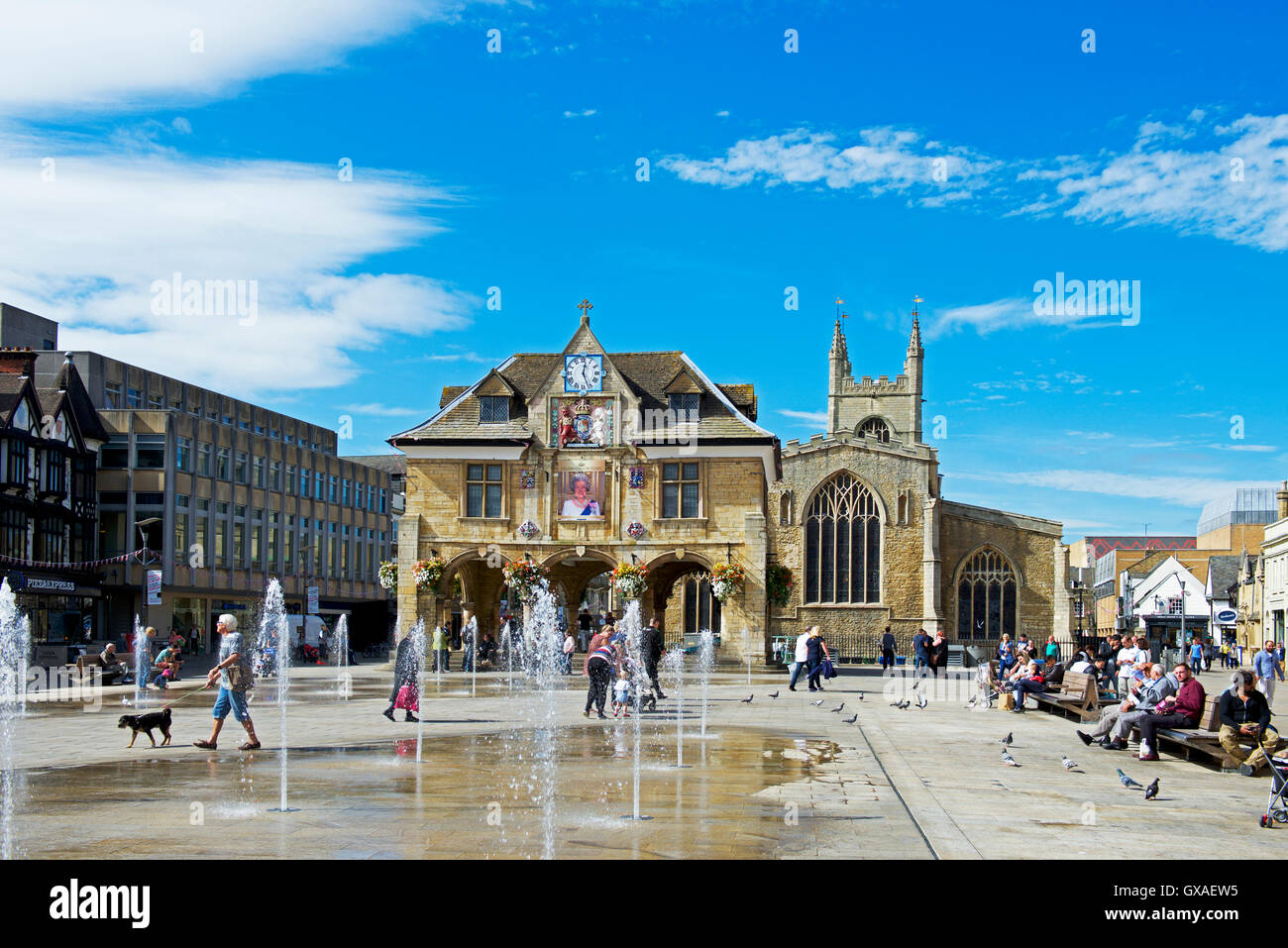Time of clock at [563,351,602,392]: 12:26
